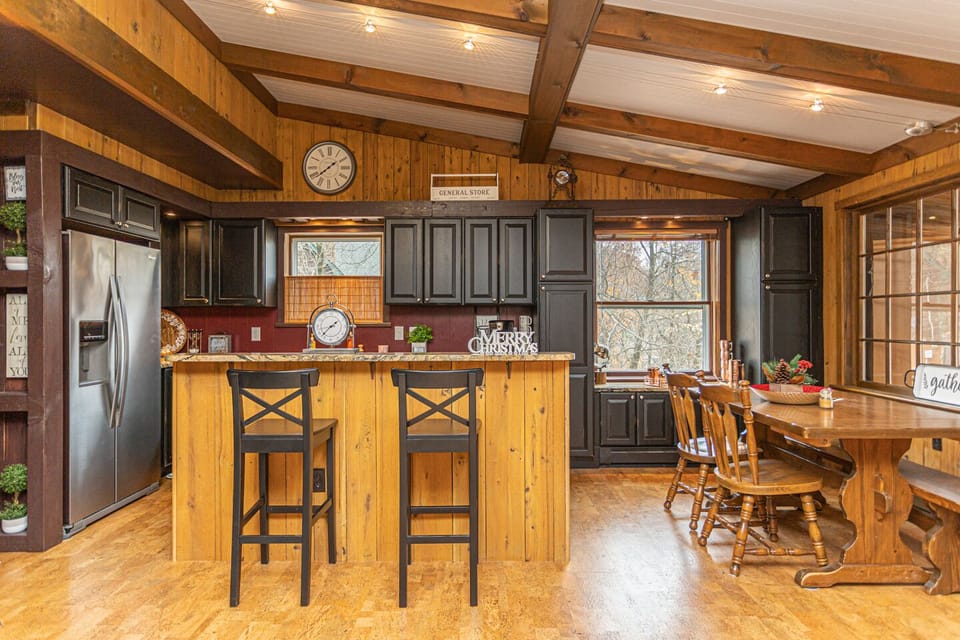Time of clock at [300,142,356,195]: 1:38
